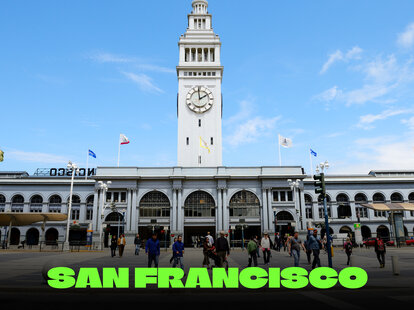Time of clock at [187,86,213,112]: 1:59
